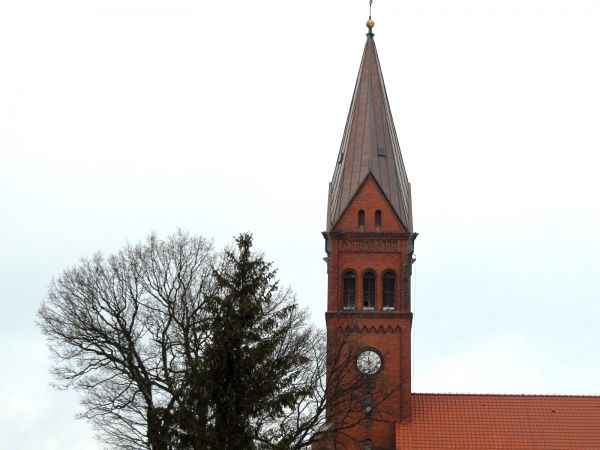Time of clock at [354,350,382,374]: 11:48
